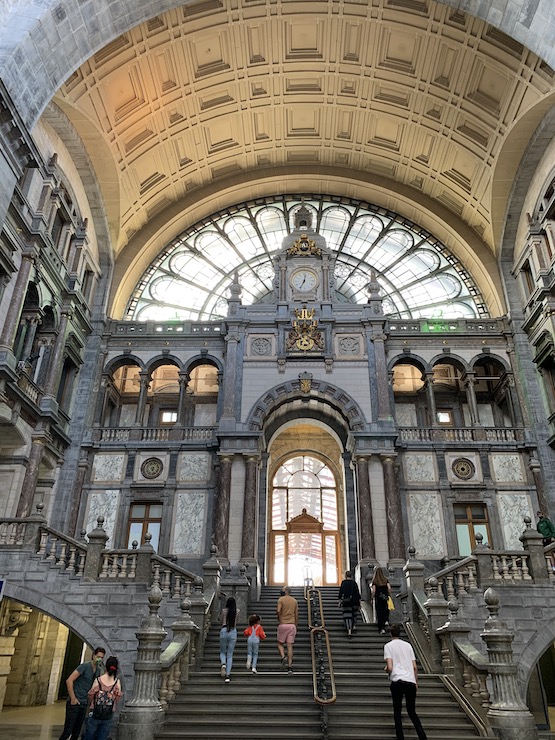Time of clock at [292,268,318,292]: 12:34
